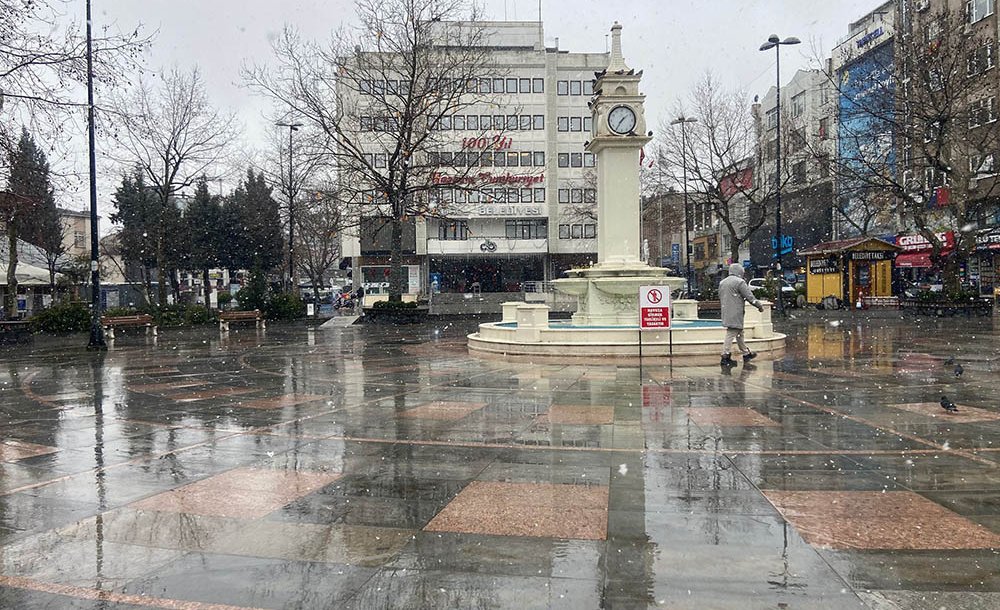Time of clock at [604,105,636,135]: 1:35
